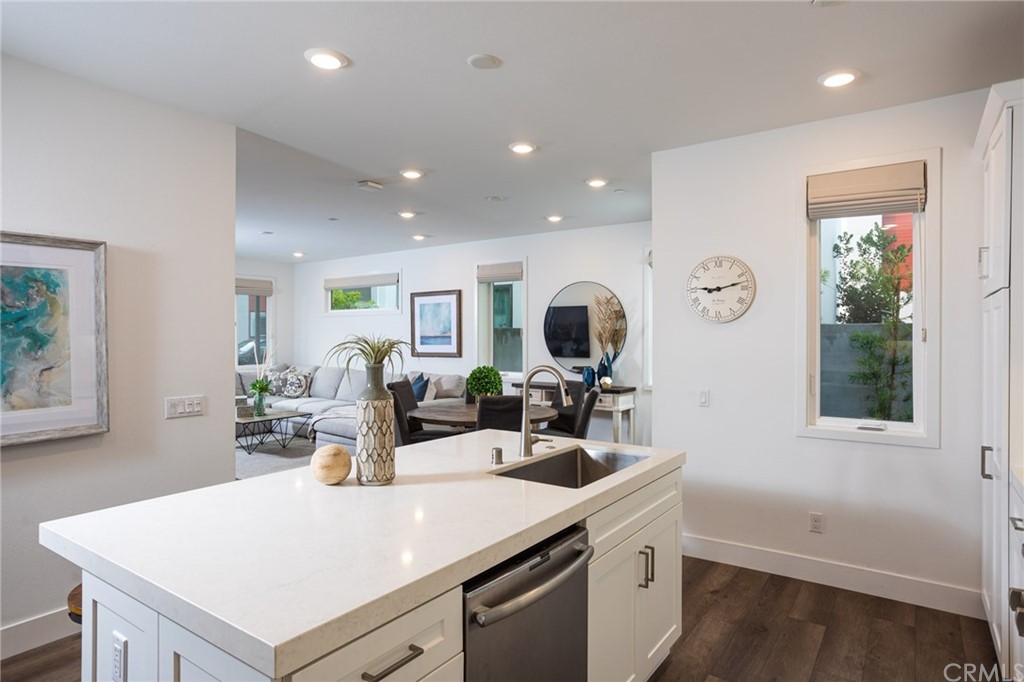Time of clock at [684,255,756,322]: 9:12
